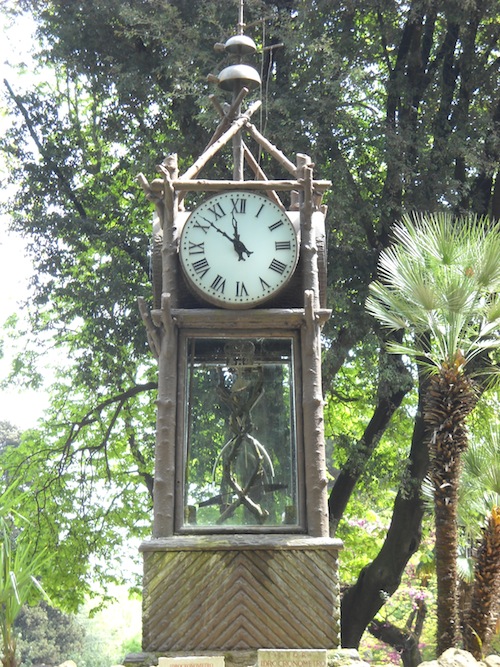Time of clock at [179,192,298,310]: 11:51
